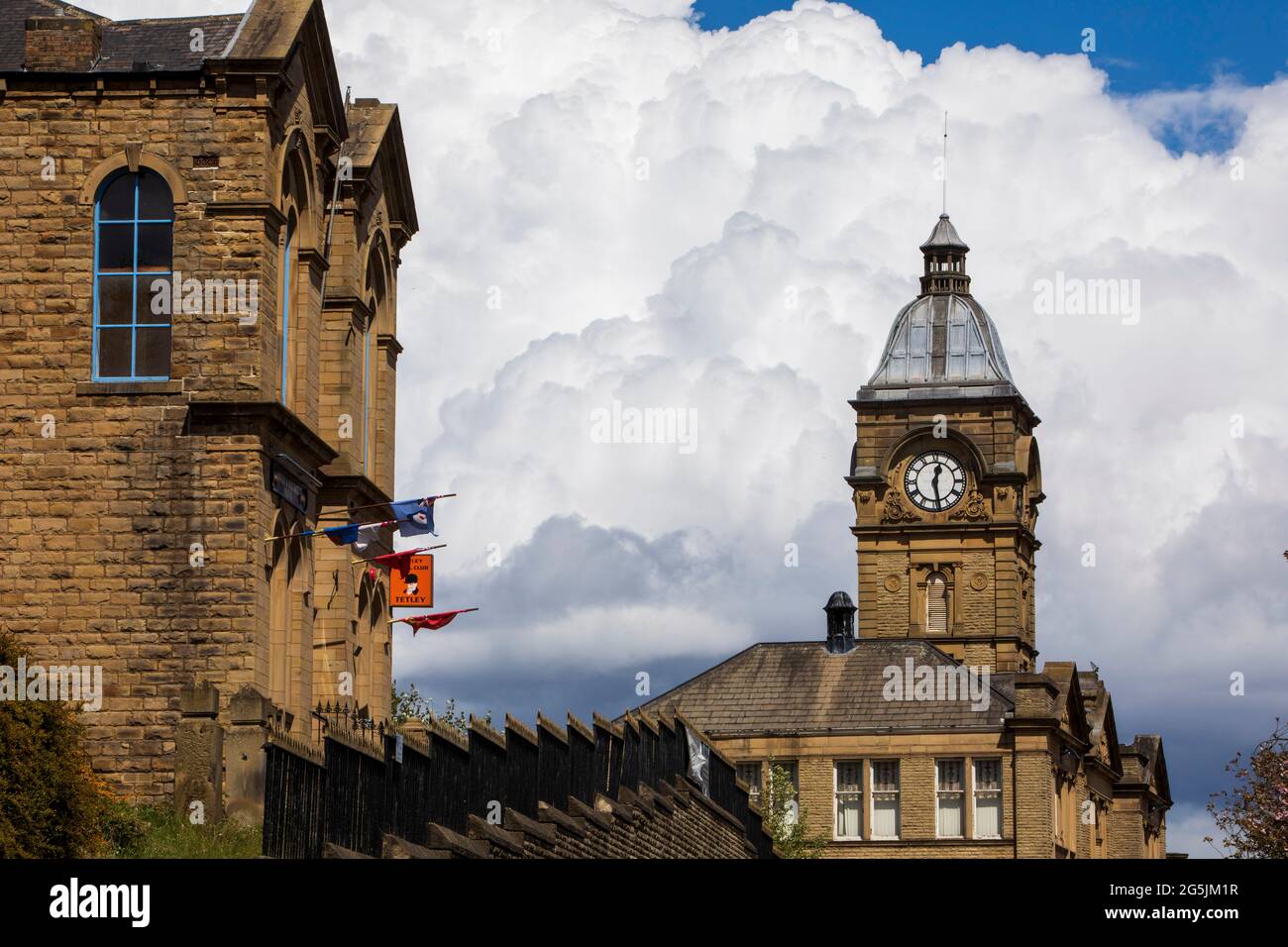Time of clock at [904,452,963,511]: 12:28
